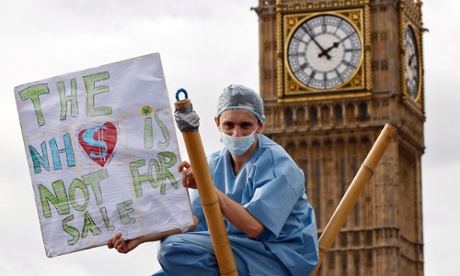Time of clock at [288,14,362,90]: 1:53
